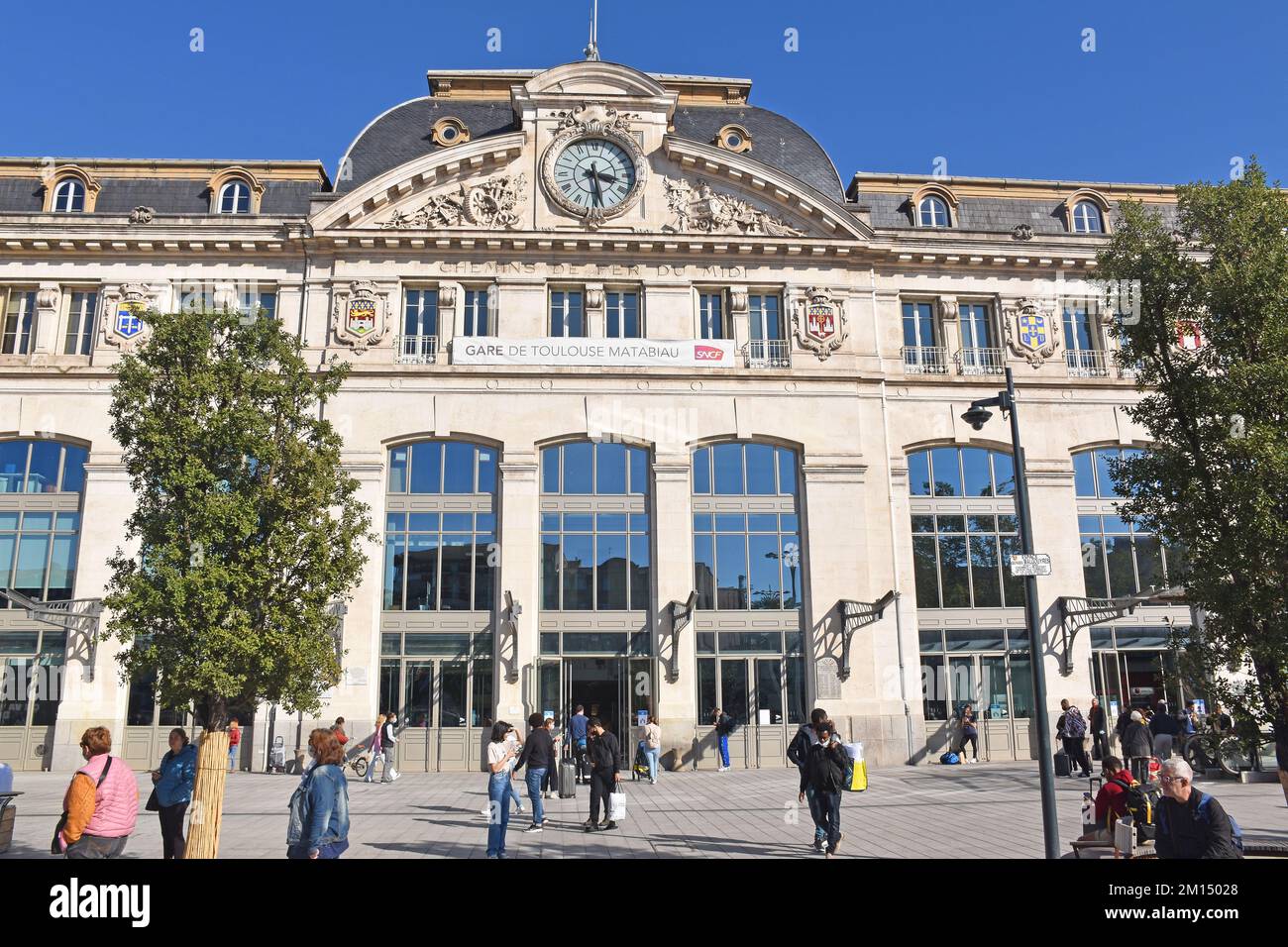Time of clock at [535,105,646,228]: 3:28
